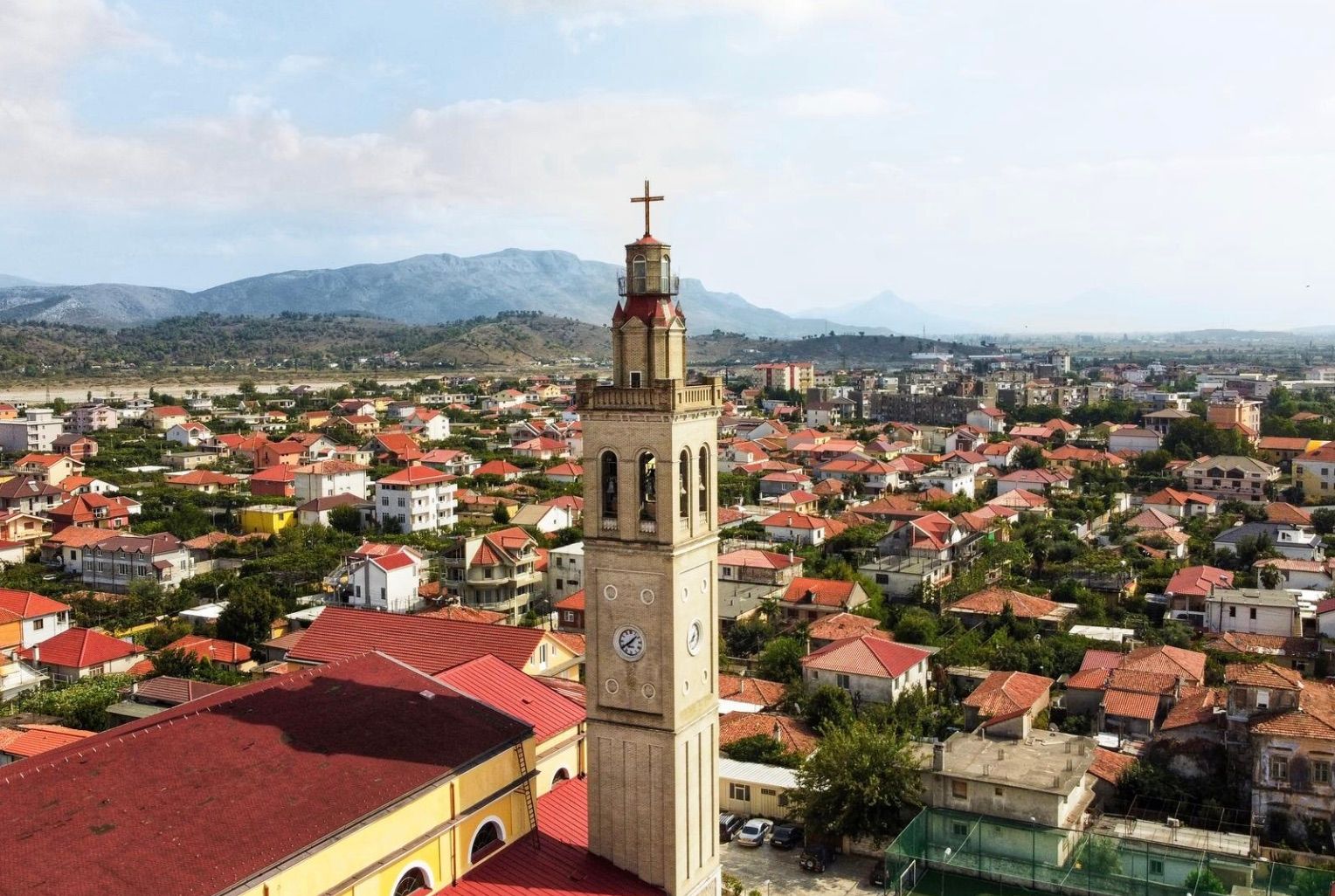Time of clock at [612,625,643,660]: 1:39
